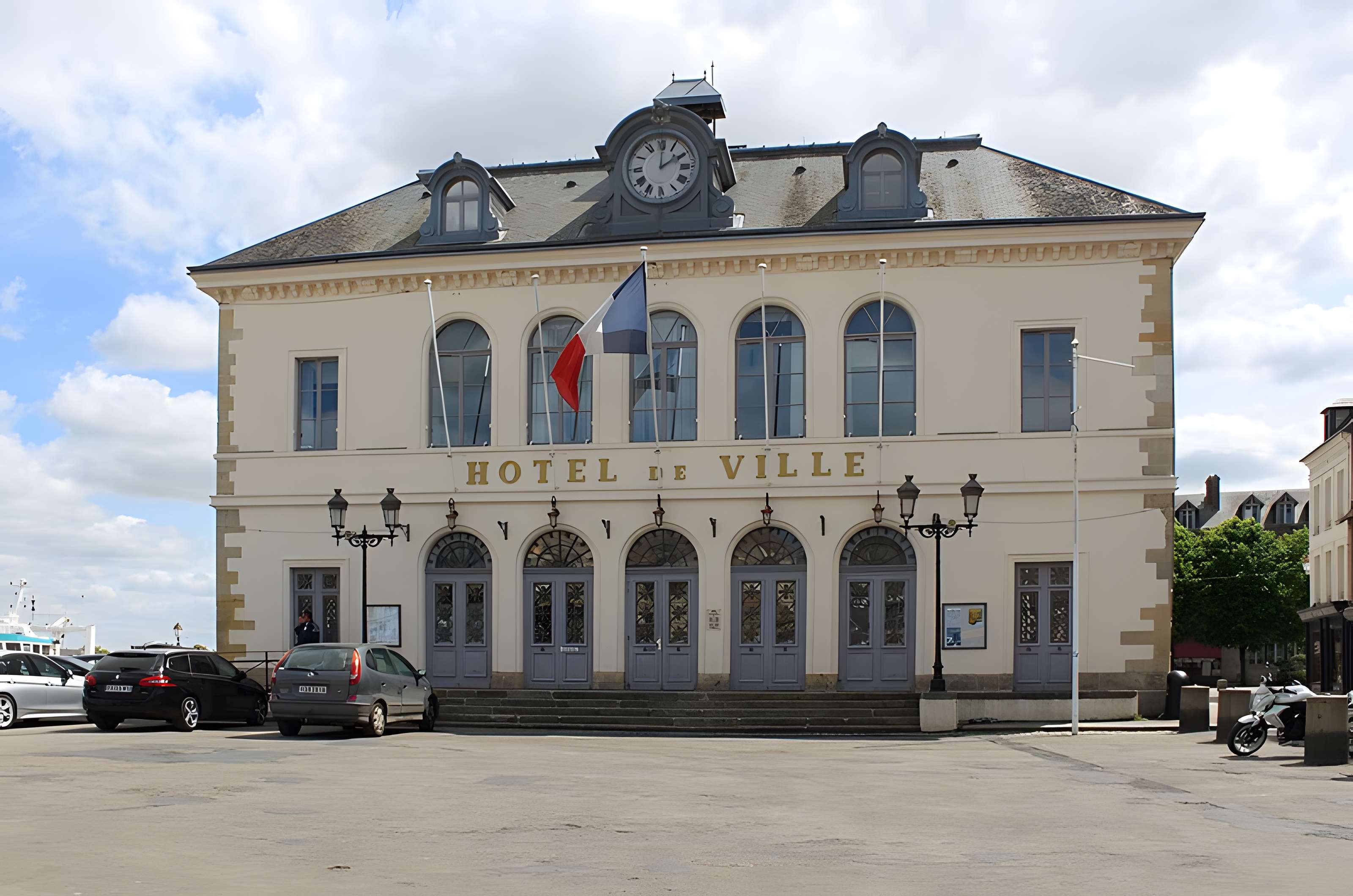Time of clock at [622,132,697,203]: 2:00
